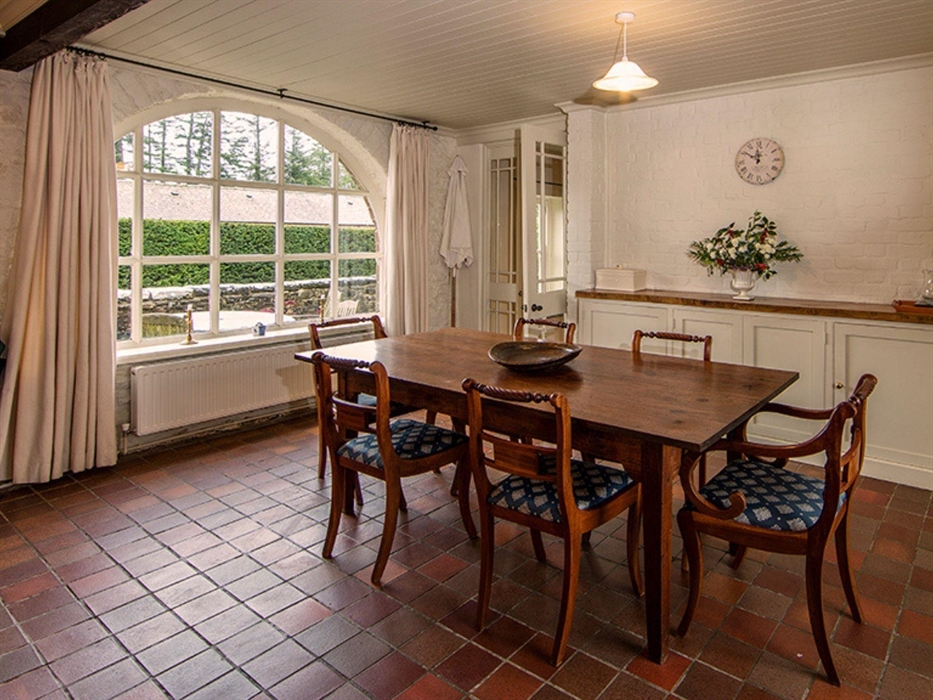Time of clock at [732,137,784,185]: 11:50
